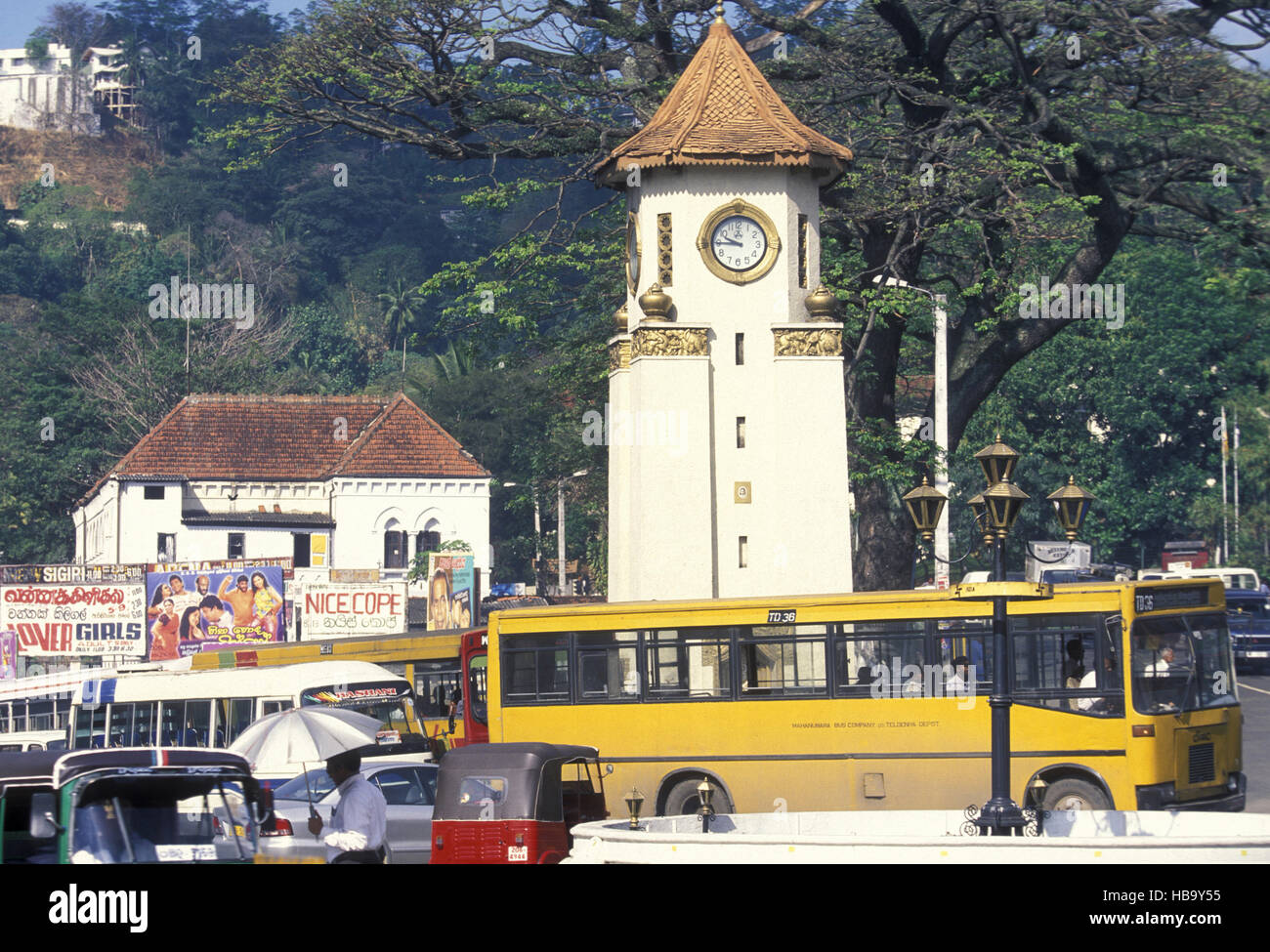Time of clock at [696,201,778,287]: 9:45
